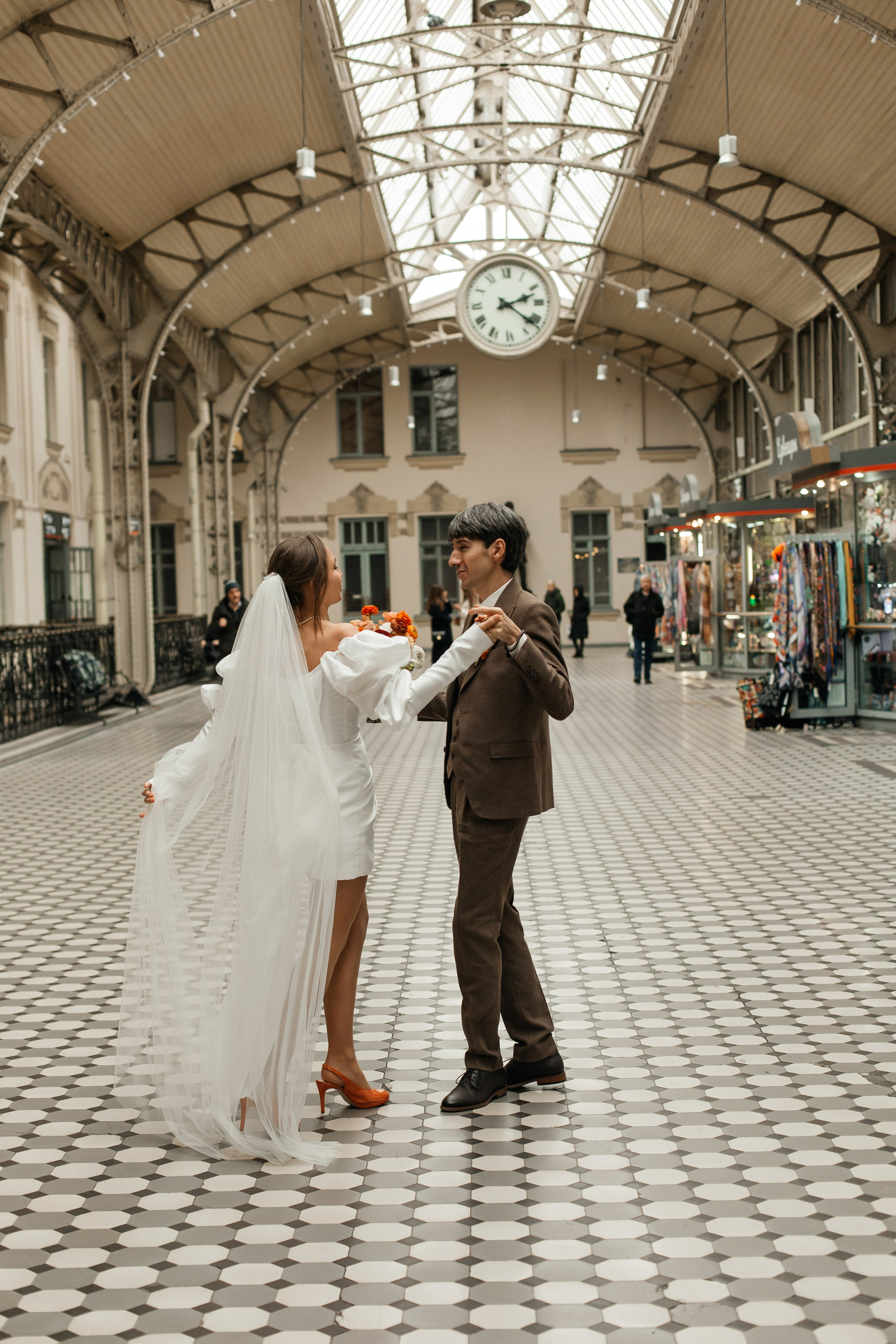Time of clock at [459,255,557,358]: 2:21
